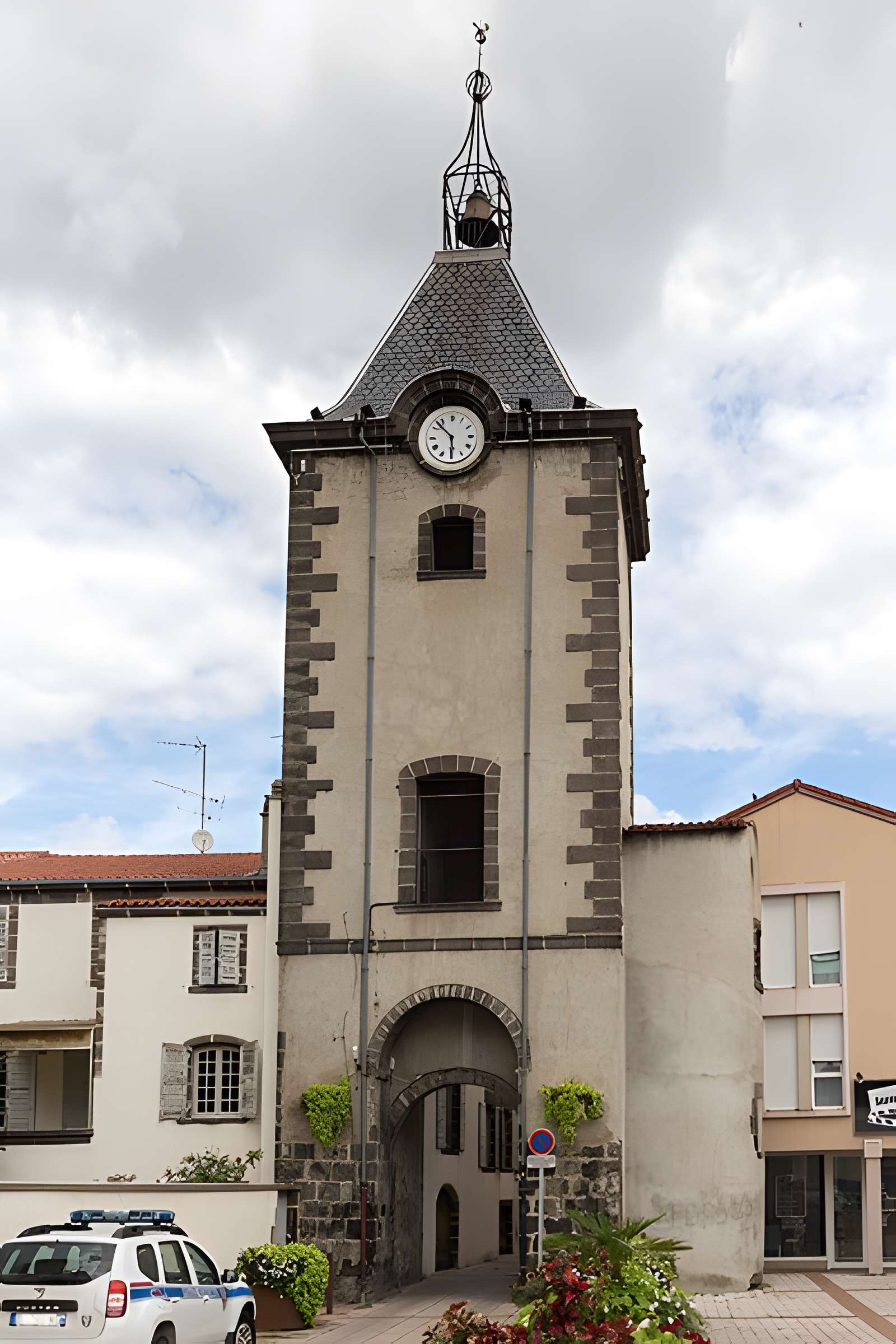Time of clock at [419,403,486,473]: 5:52
